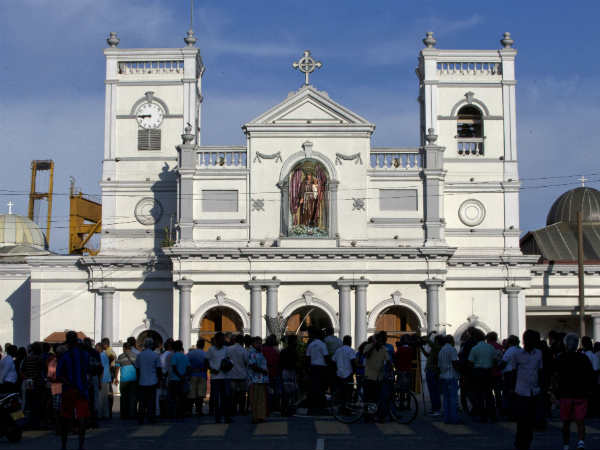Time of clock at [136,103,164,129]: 8:45
